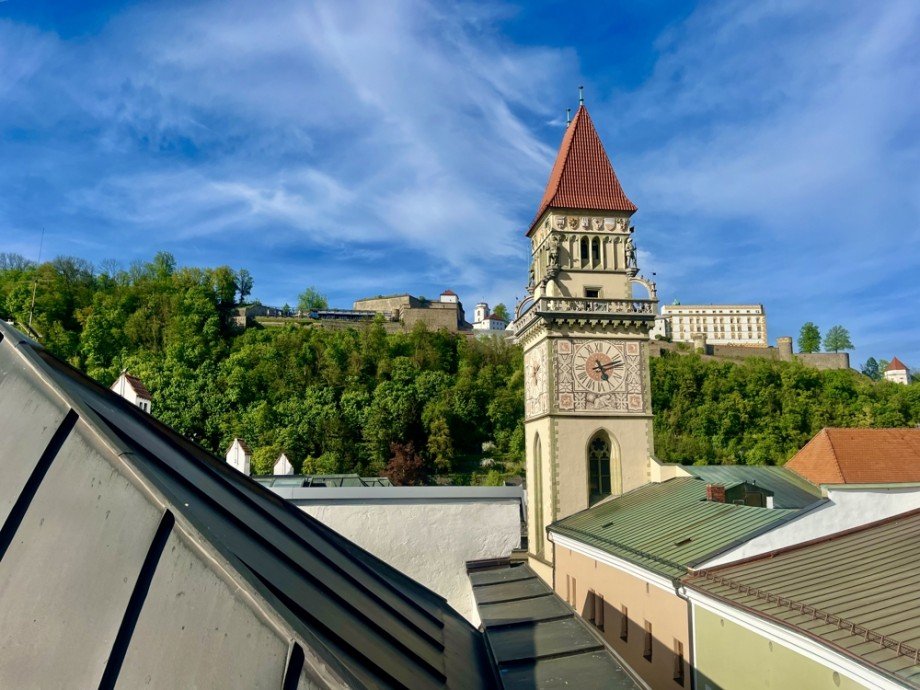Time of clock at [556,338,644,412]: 5:11
